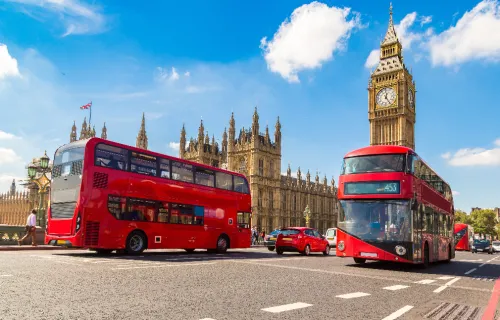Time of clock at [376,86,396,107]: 12:24
